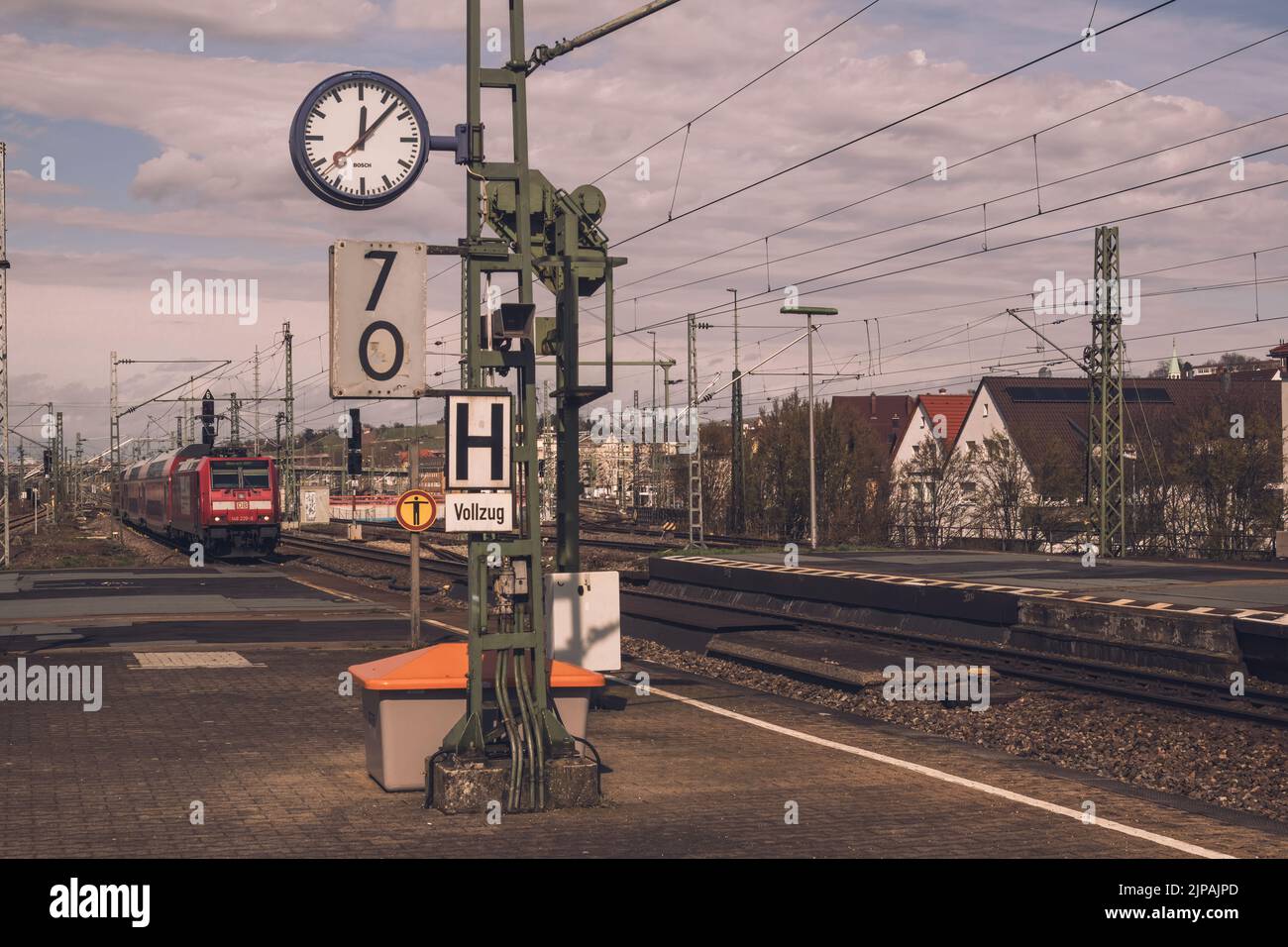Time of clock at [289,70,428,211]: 12:07
